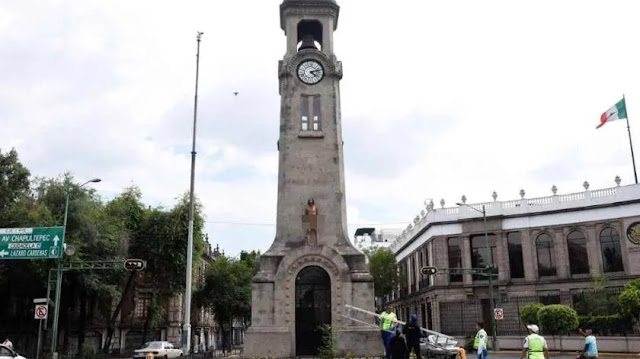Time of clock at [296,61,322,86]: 4:12
